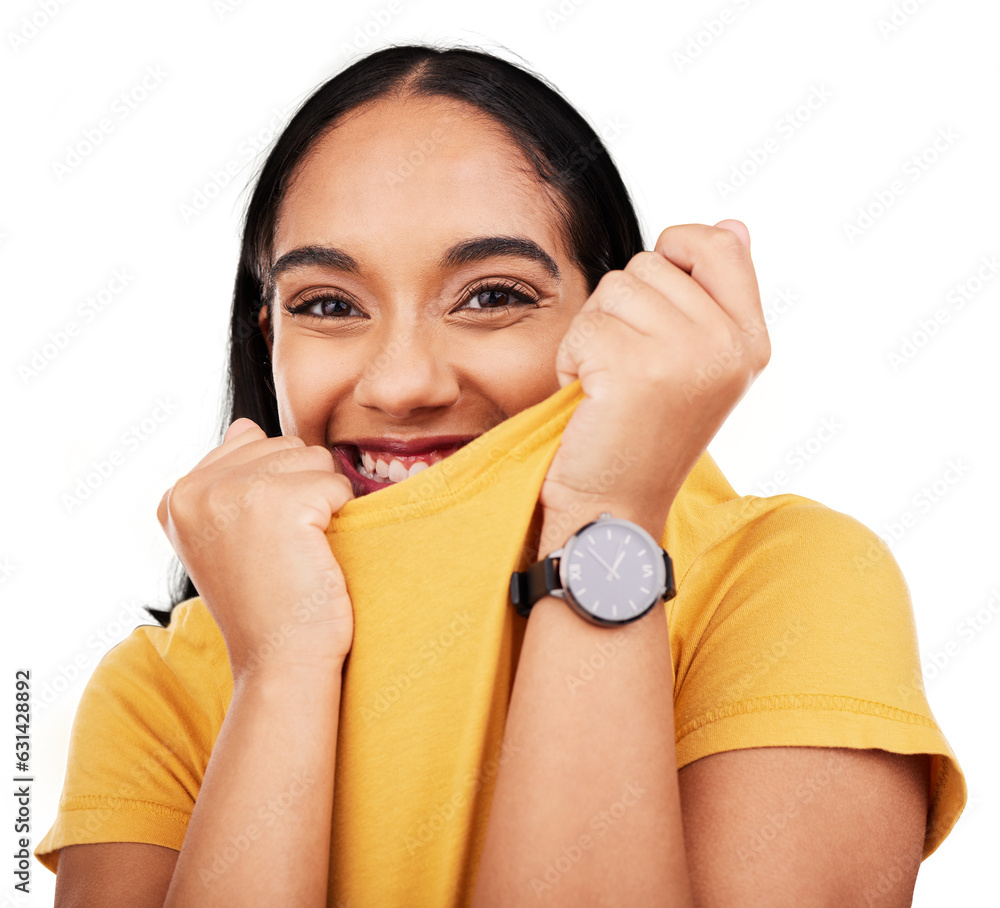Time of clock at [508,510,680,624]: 12:52
